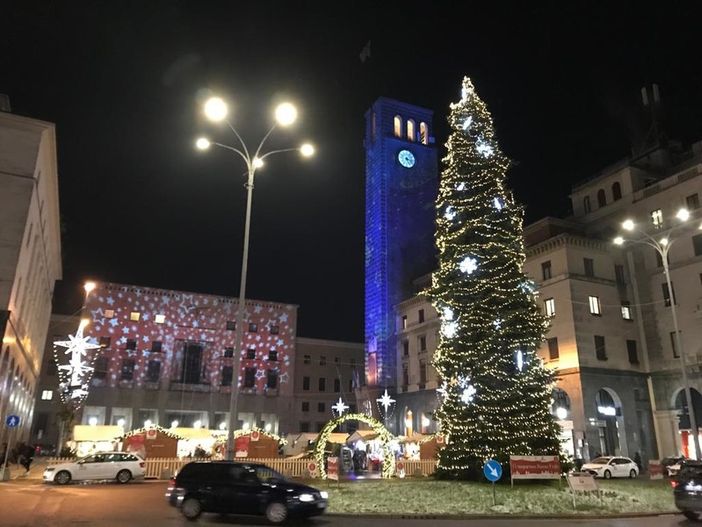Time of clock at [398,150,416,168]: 5:17
